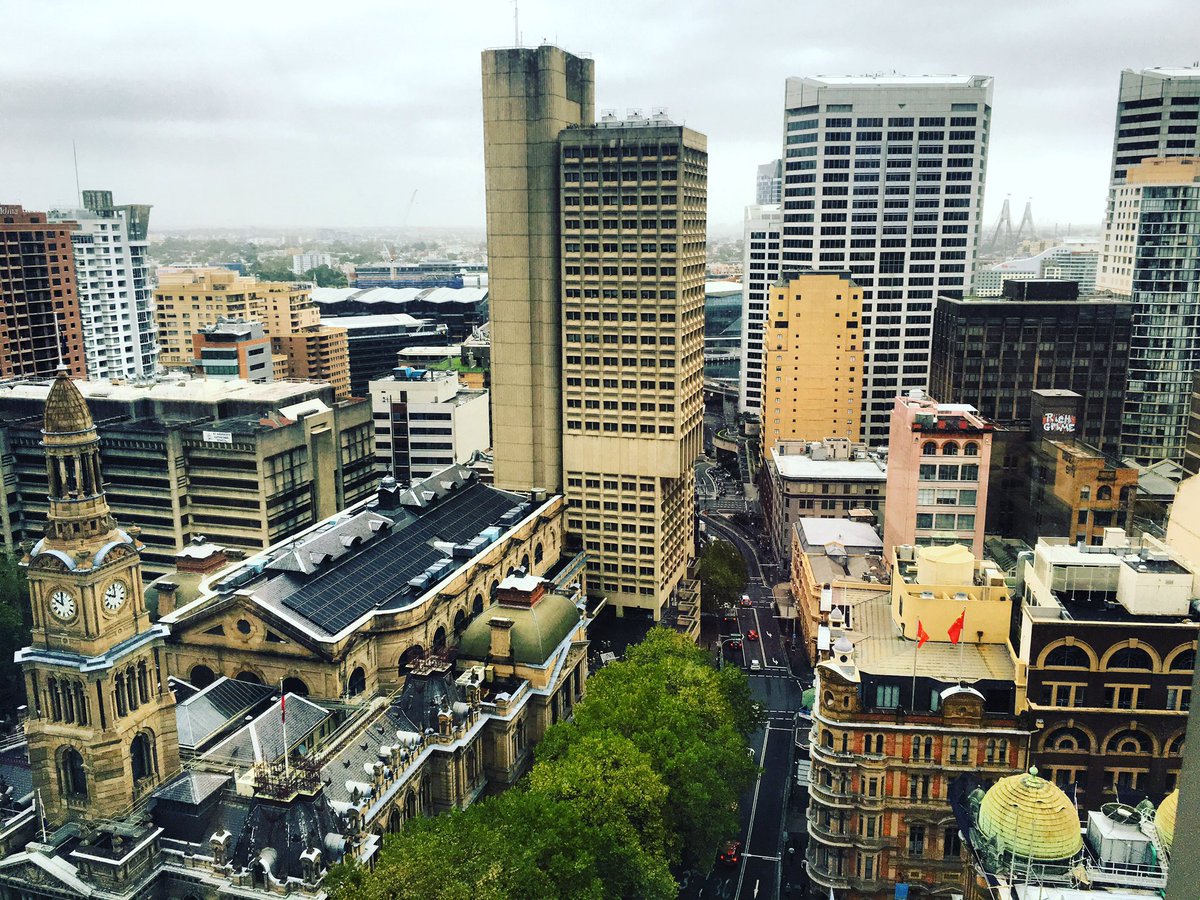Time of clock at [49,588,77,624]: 9:59
